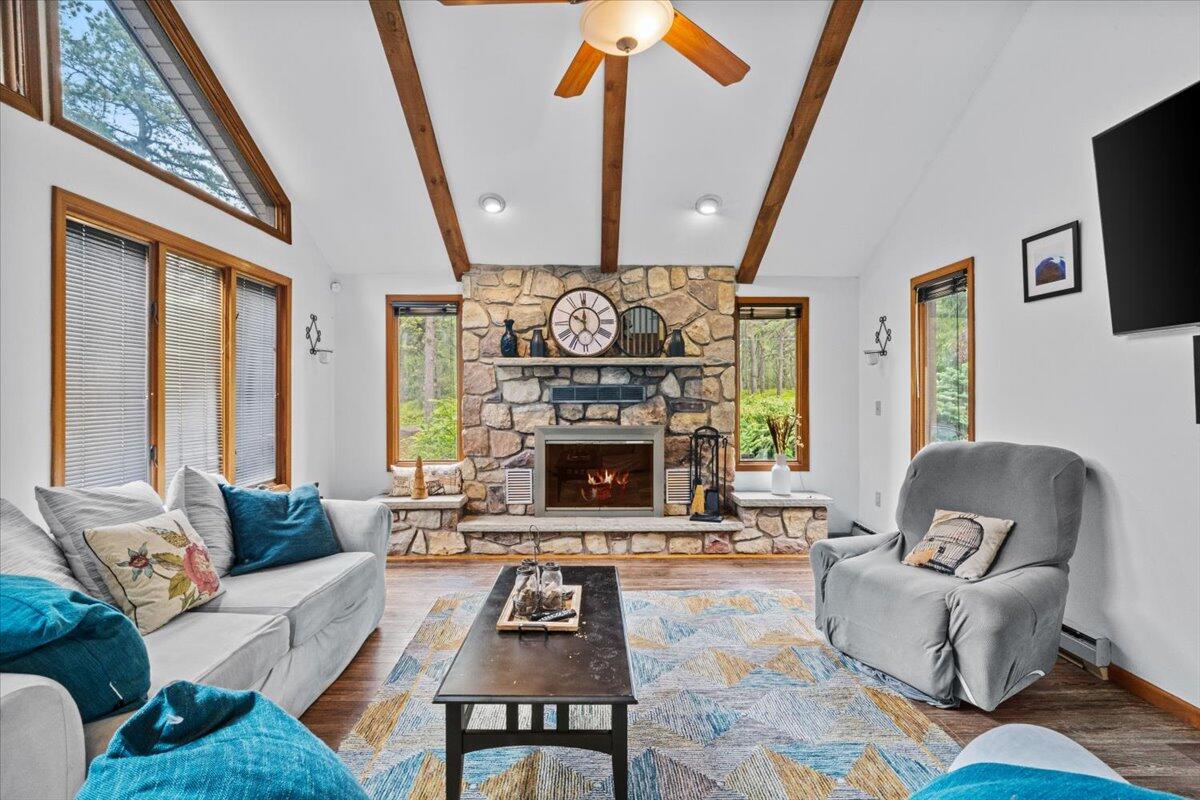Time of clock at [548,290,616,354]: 10:00
